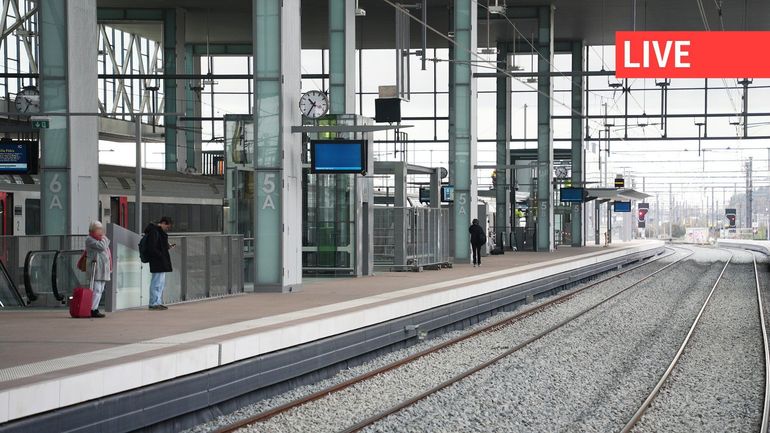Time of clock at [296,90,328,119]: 10:35
